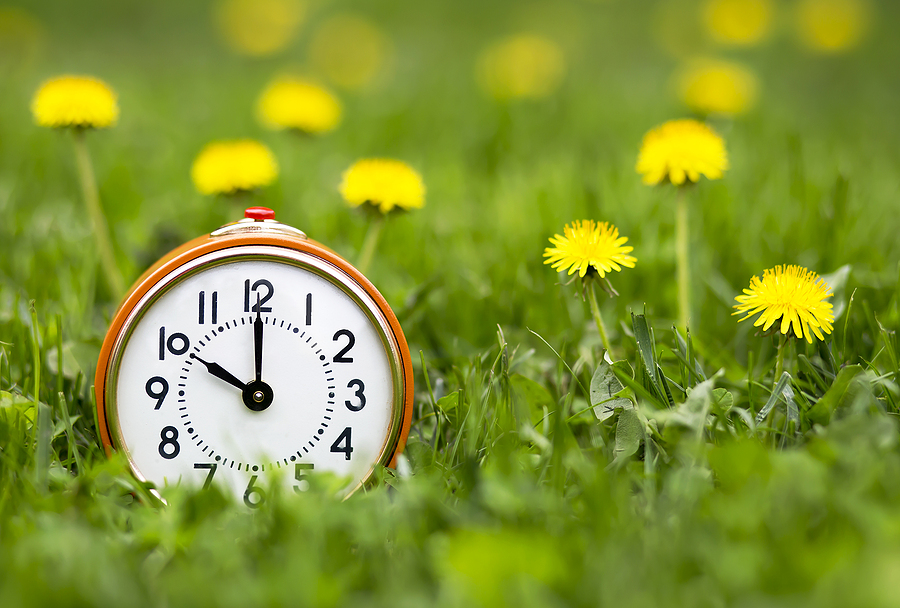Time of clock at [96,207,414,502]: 10:00
